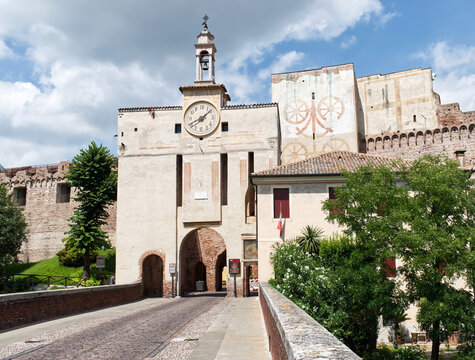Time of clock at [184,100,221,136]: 1:40
